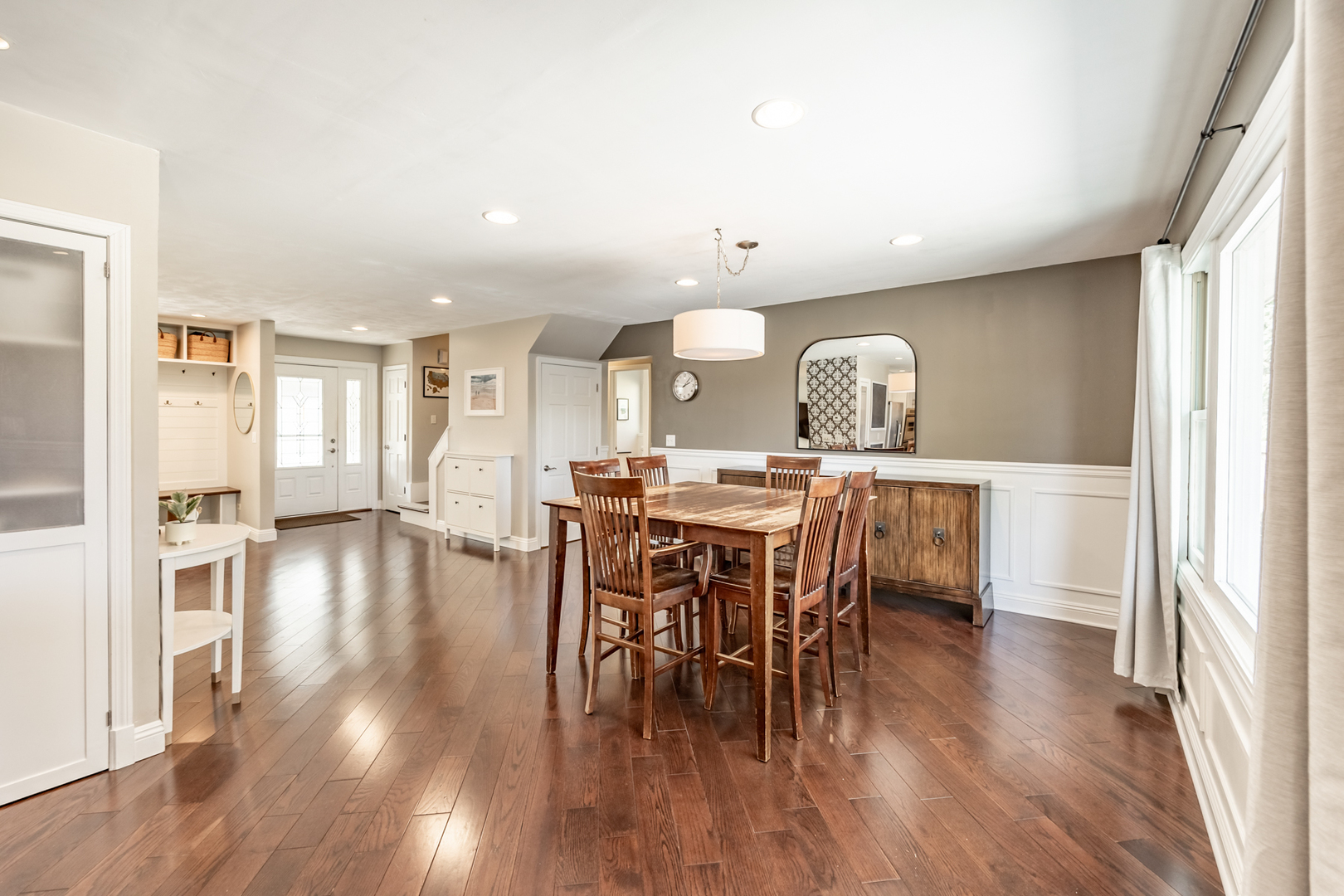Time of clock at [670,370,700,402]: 2:06
